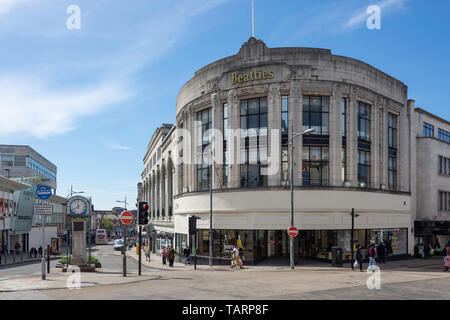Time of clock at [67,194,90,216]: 11:40
